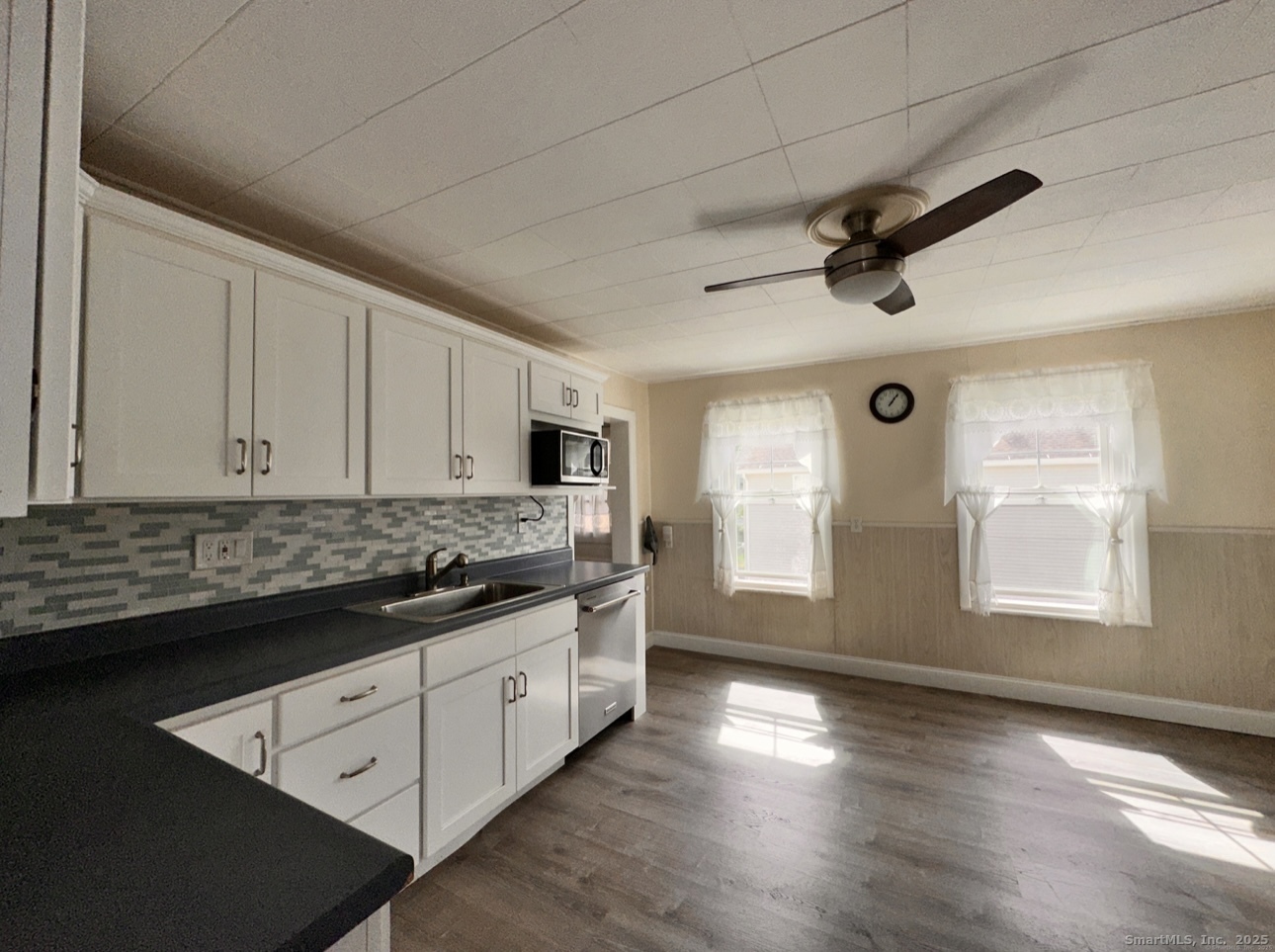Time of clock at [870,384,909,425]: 1:06
